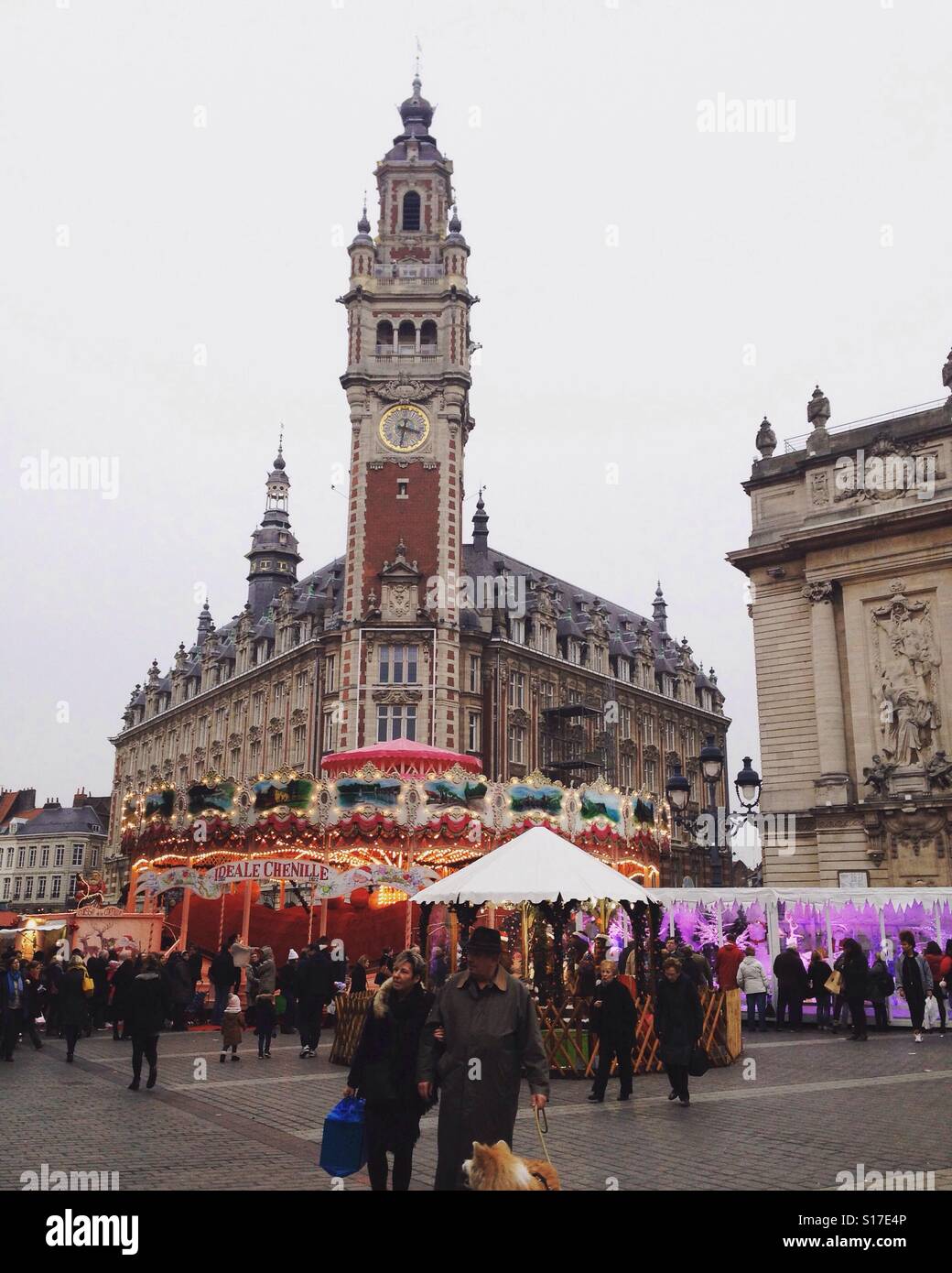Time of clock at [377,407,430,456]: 3:32
